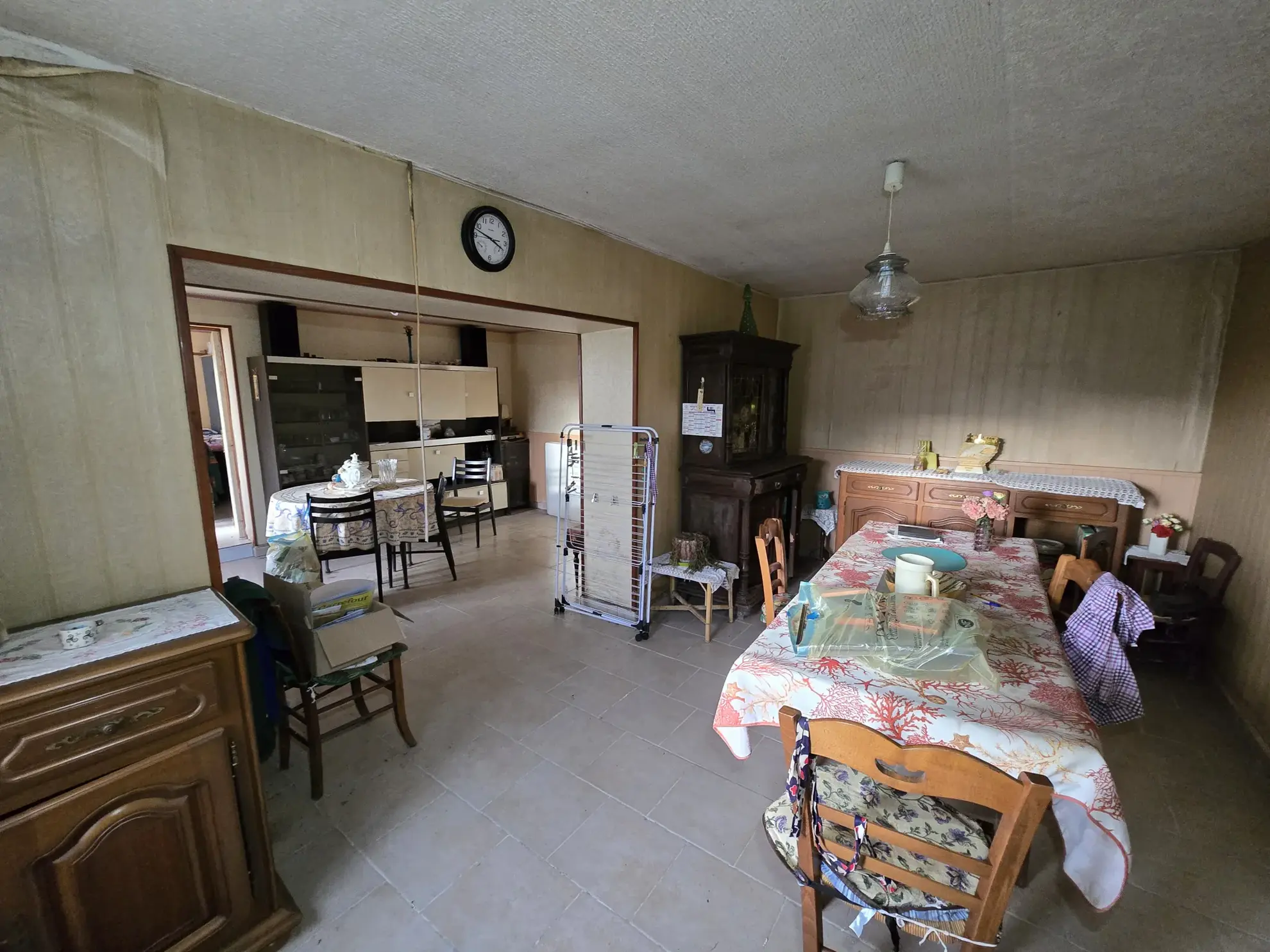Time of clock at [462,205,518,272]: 3:47
